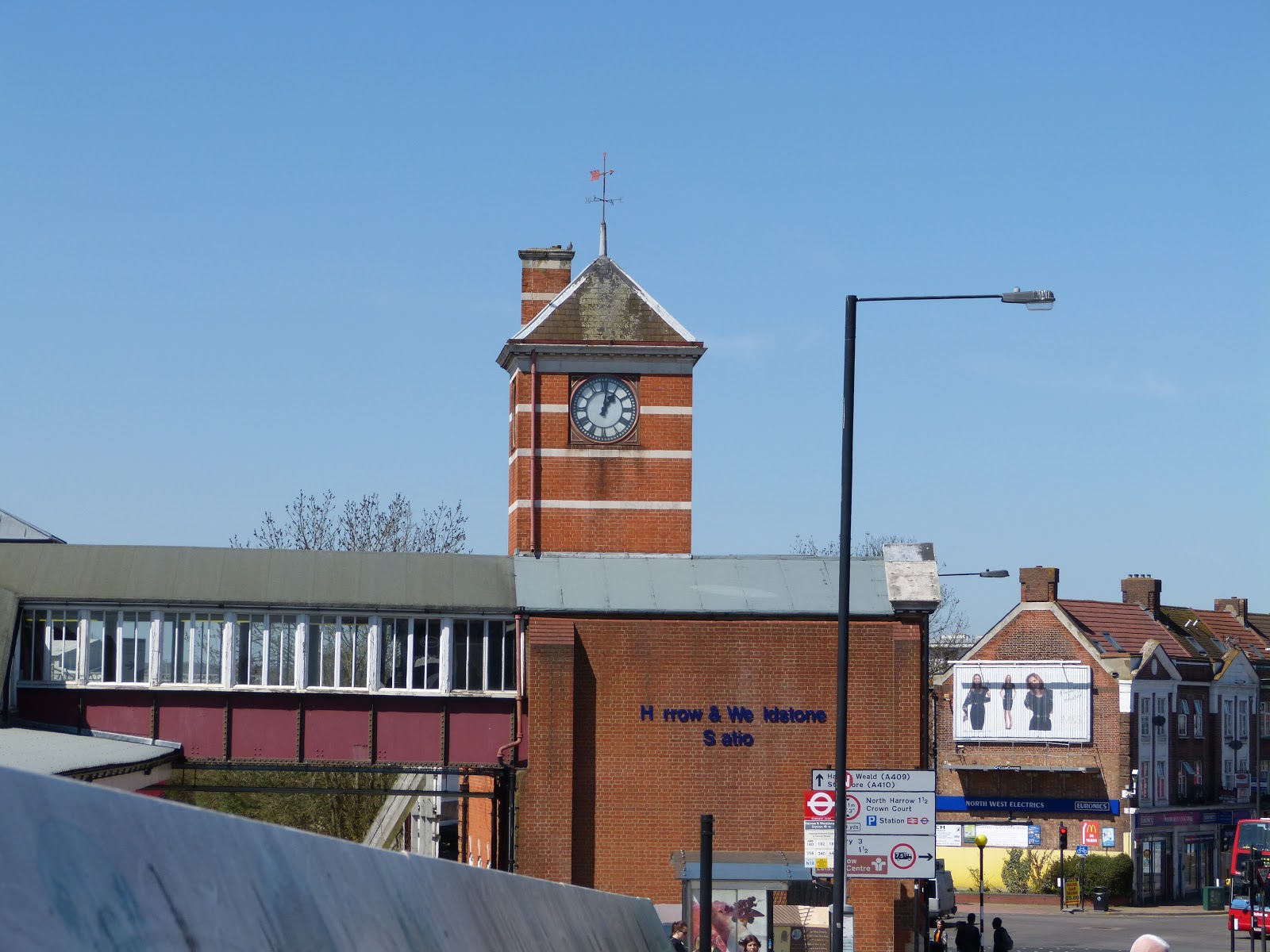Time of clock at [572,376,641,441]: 1:01
